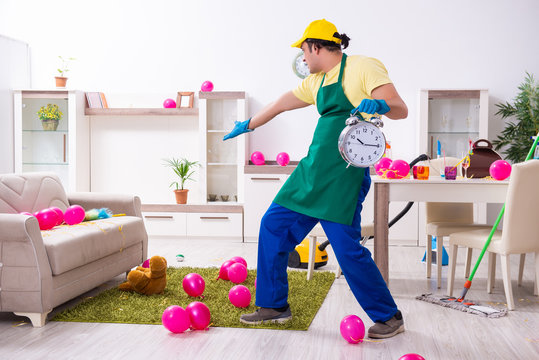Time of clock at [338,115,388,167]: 10:15
